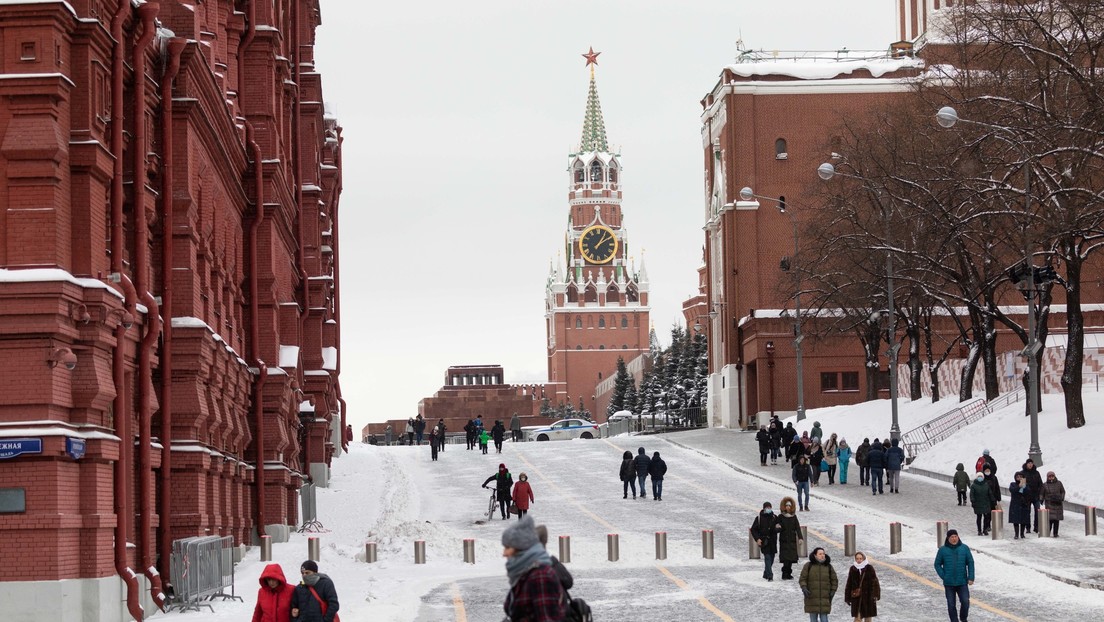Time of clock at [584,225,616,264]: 1:09
